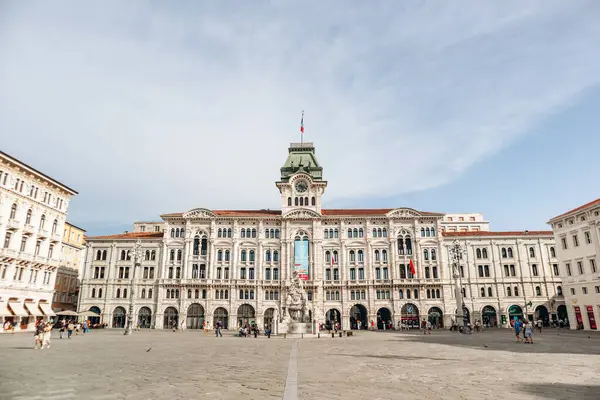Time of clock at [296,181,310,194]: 5:18
